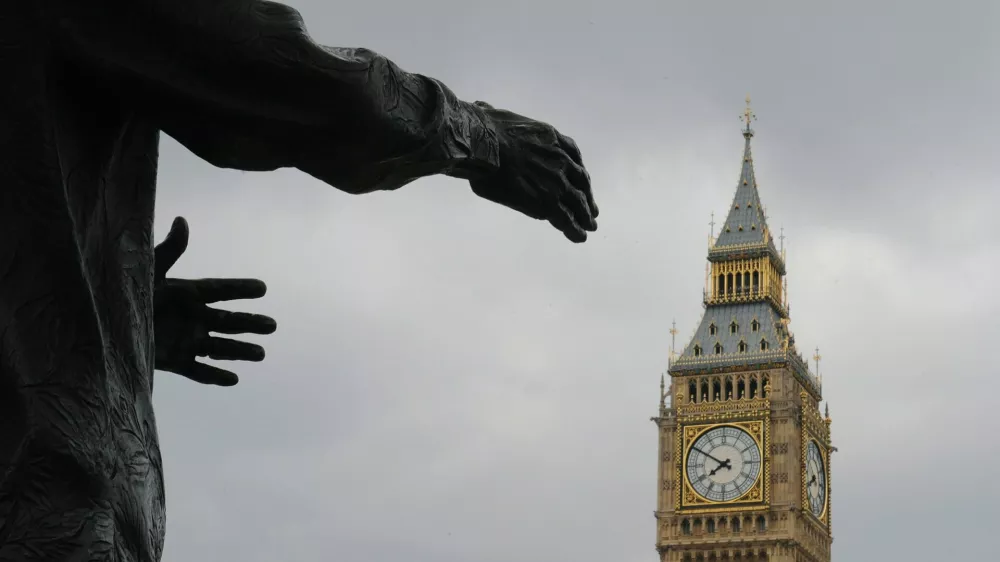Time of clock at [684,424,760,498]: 7:49
